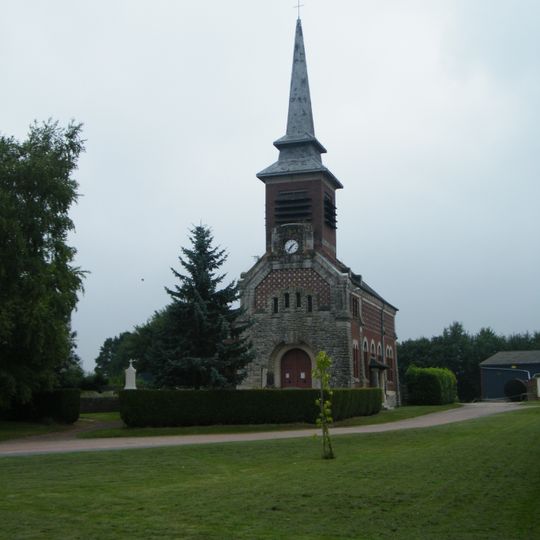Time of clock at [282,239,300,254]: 7:08
